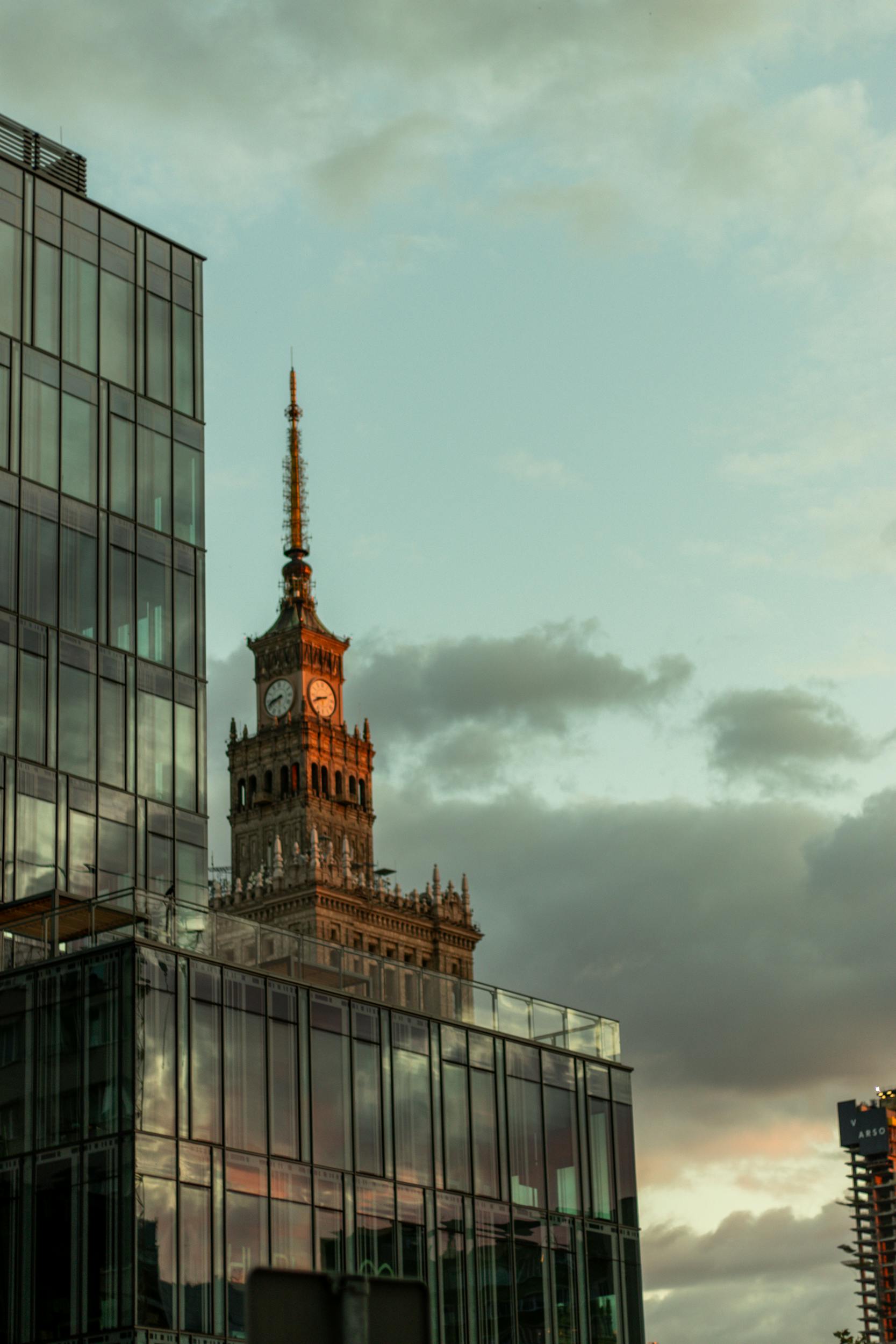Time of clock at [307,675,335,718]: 8:41
